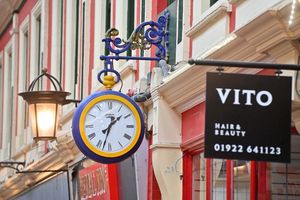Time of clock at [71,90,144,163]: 1:32
